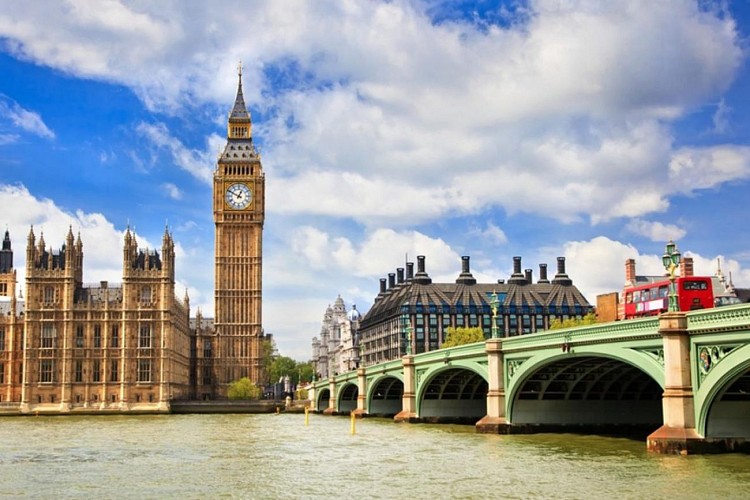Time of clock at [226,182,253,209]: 12:49
